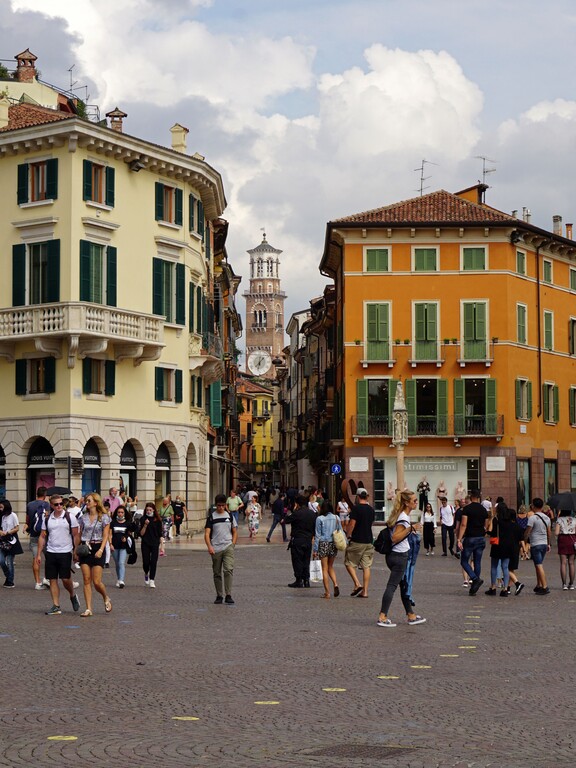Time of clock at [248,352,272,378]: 1:32
